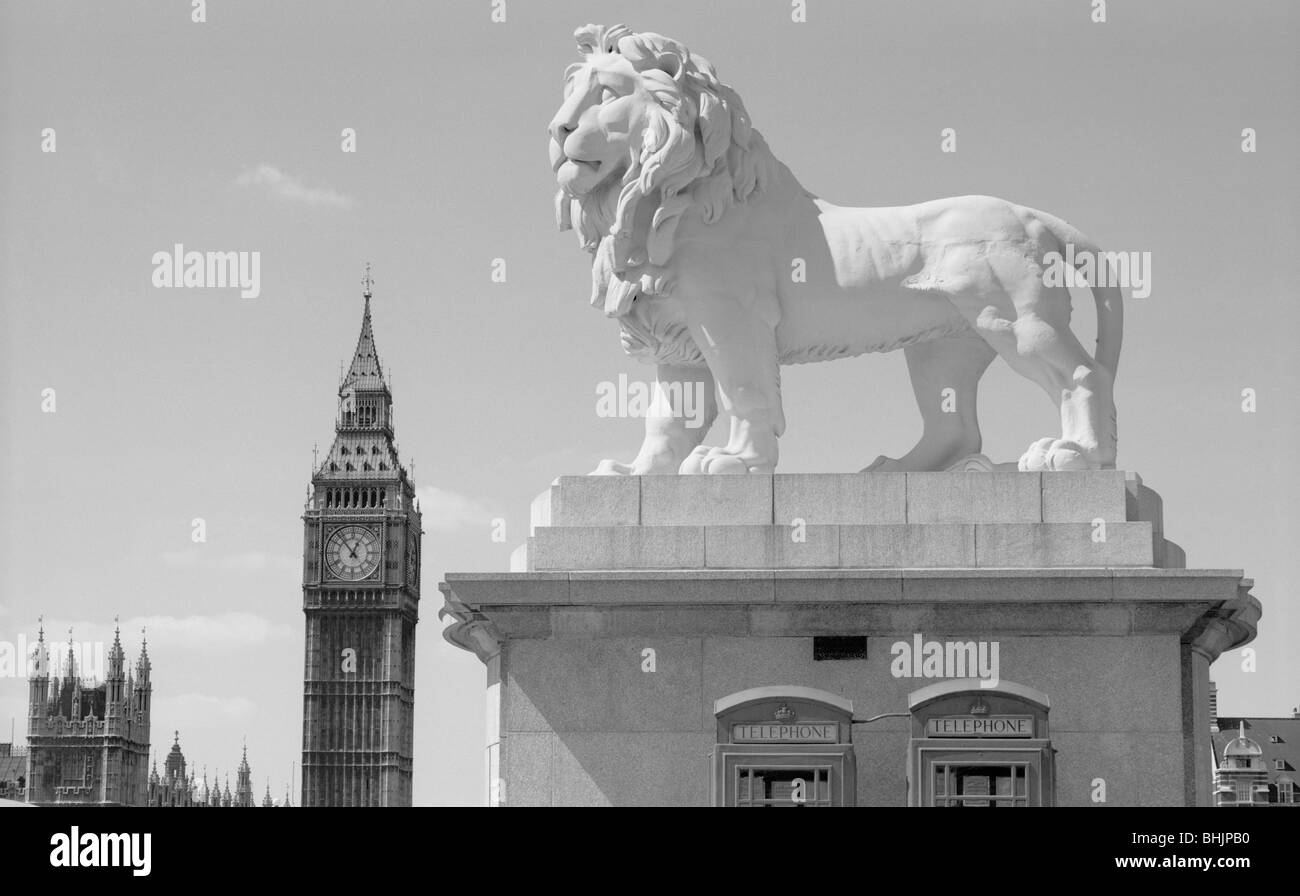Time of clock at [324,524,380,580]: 12:53
